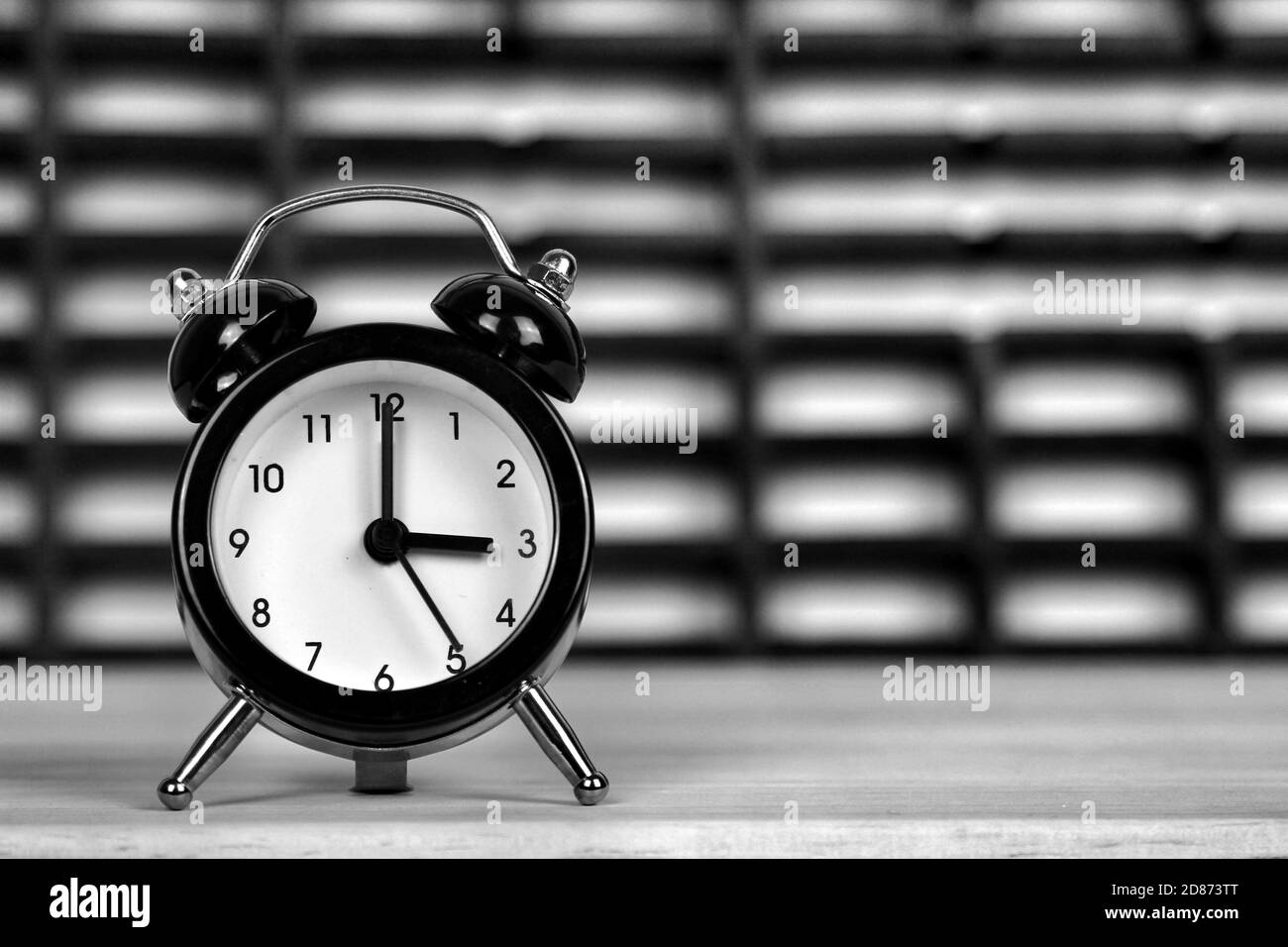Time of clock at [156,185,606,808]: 3:00
